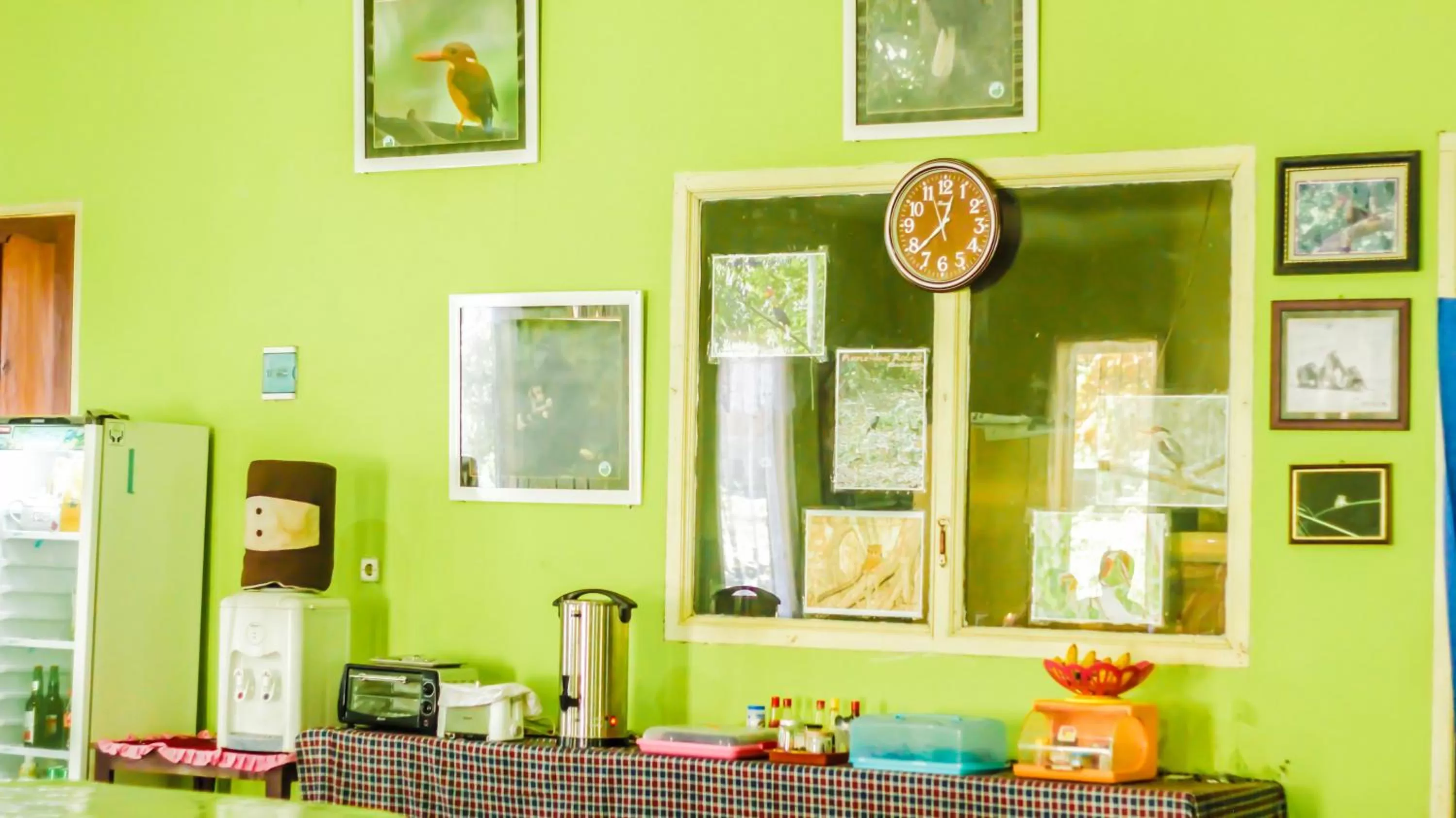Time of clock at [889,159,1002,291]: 12:38
